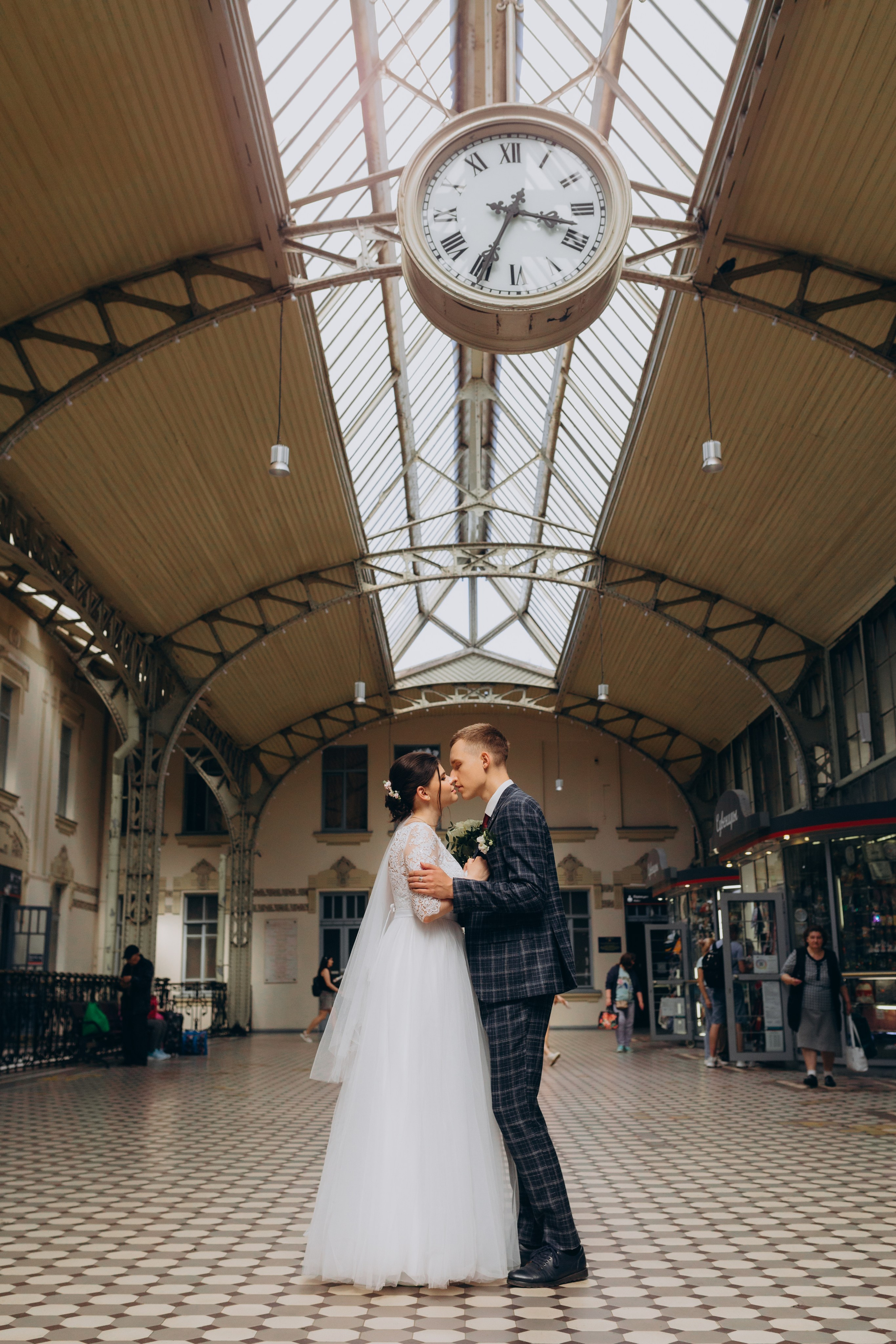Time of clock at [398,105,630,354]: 3:34
